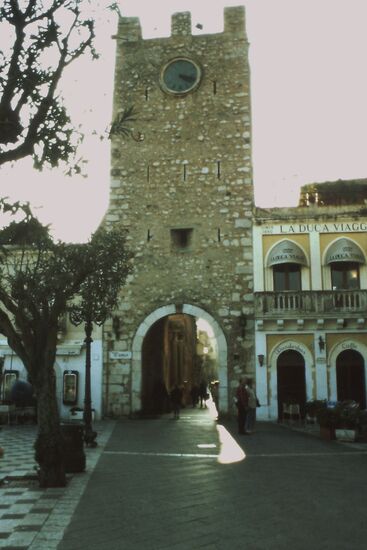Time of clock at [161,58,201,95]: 4:17
